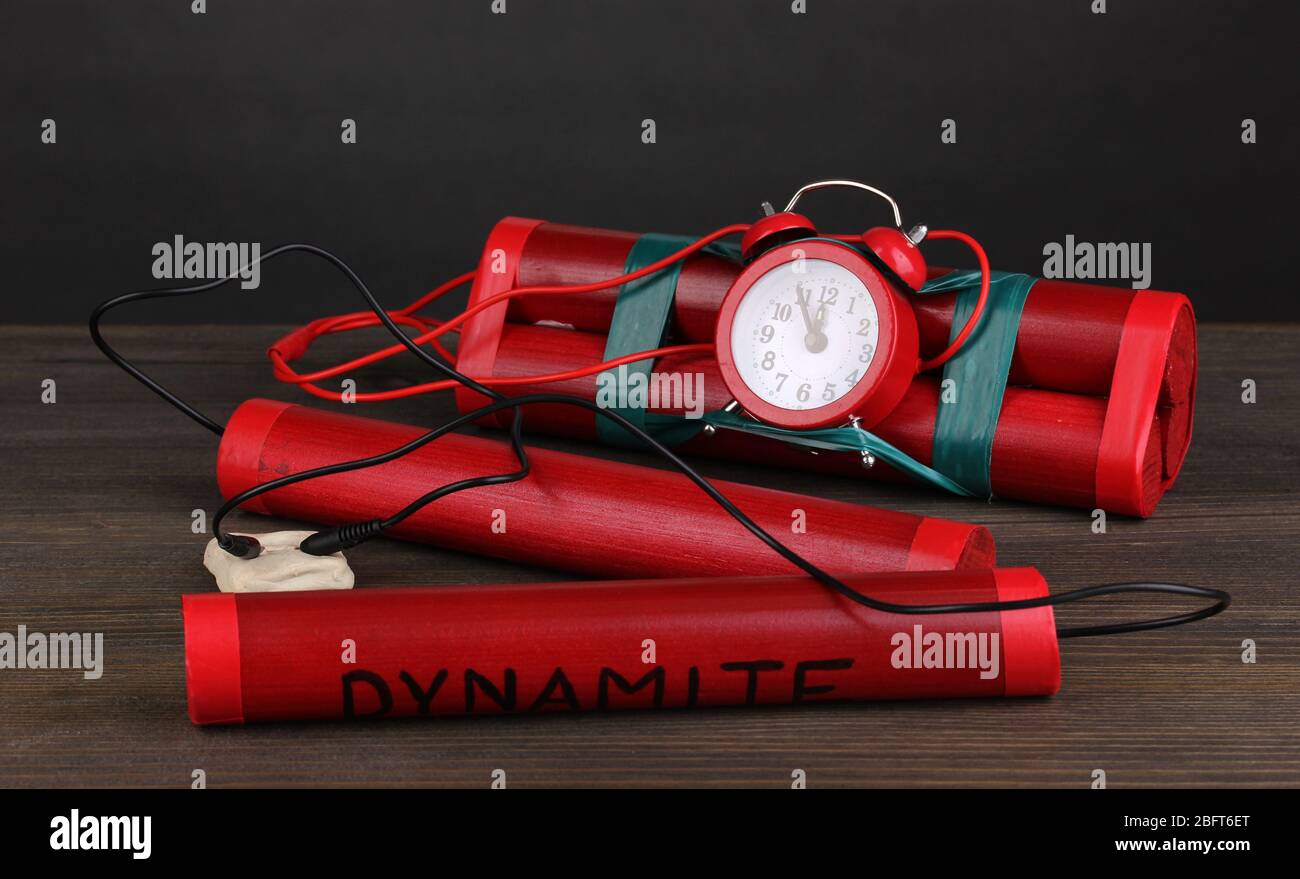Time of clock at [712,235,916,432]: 11:54
